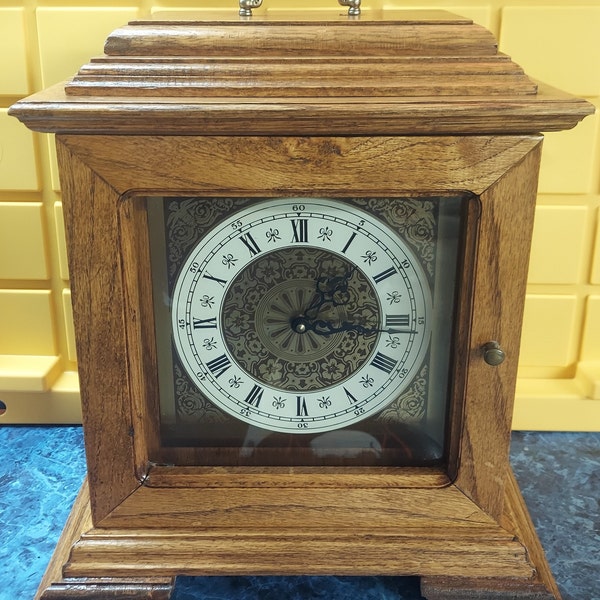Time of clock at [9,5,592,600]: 1:16
